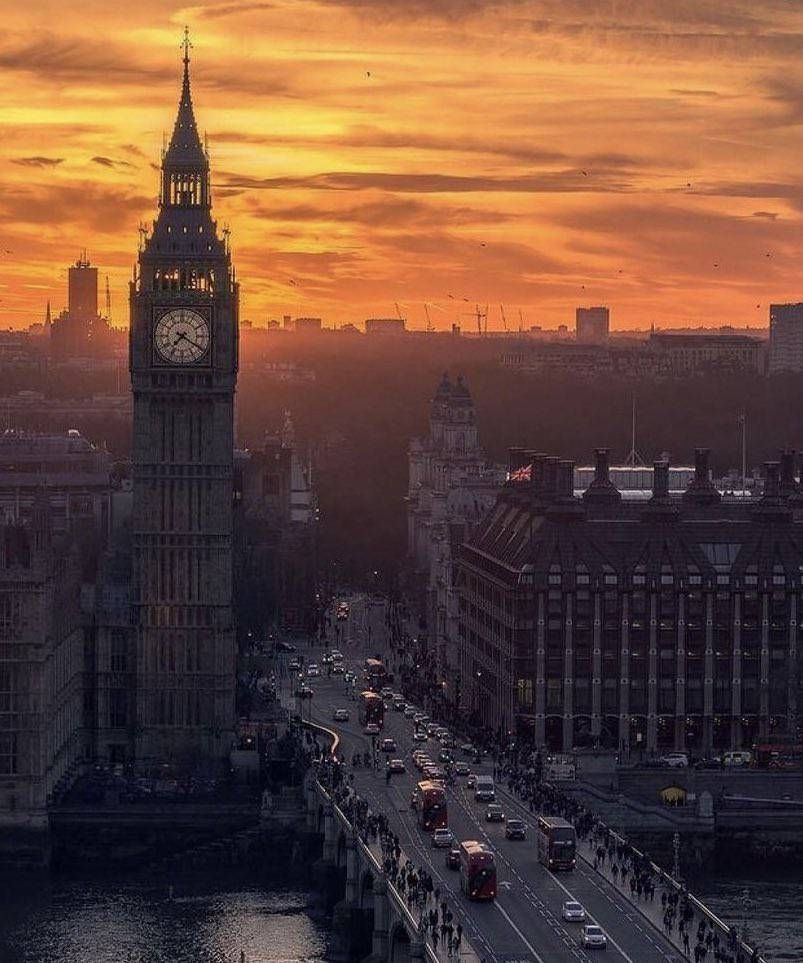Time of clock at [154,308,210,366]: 7:20
